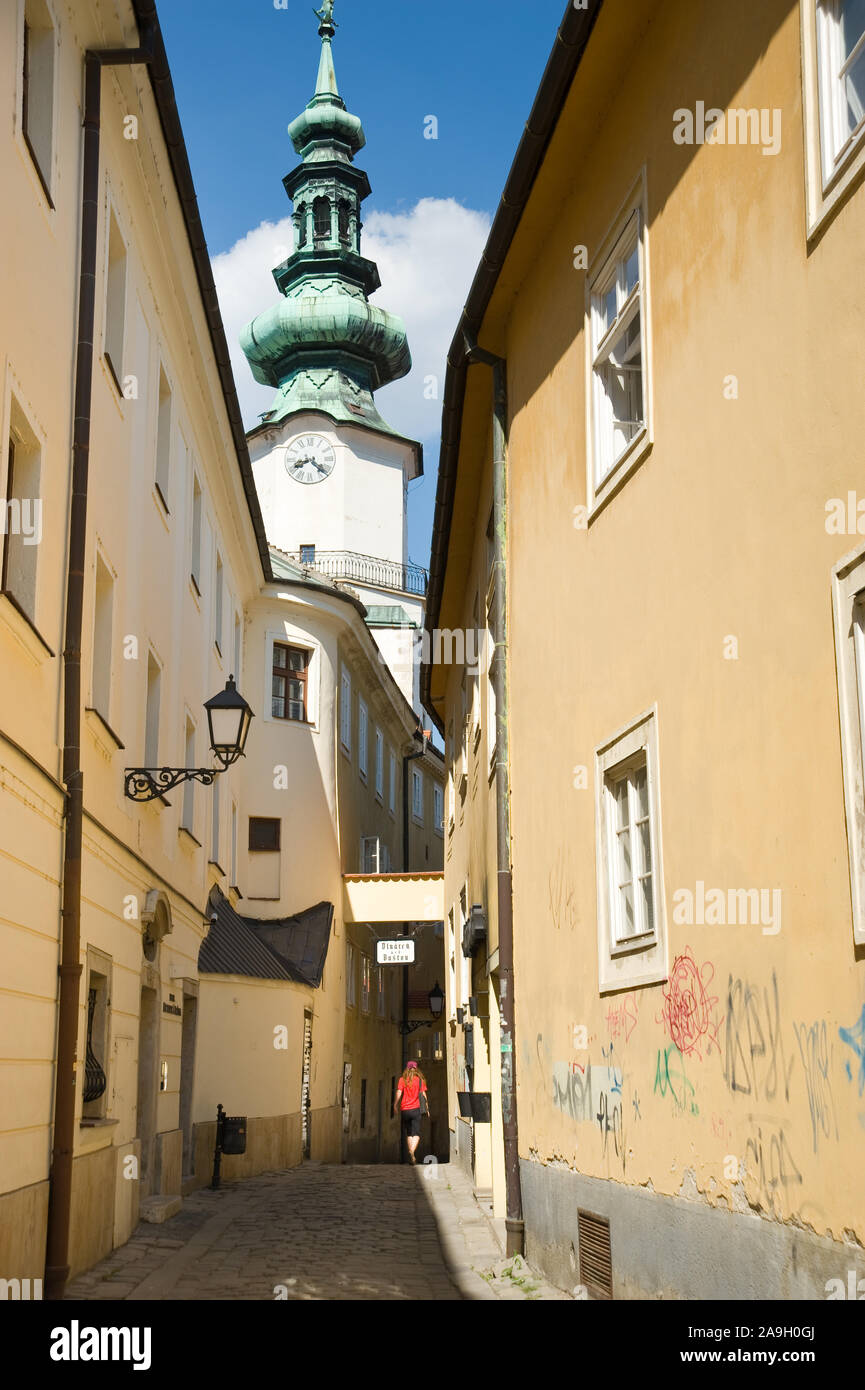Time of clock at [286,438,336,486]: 8:21
